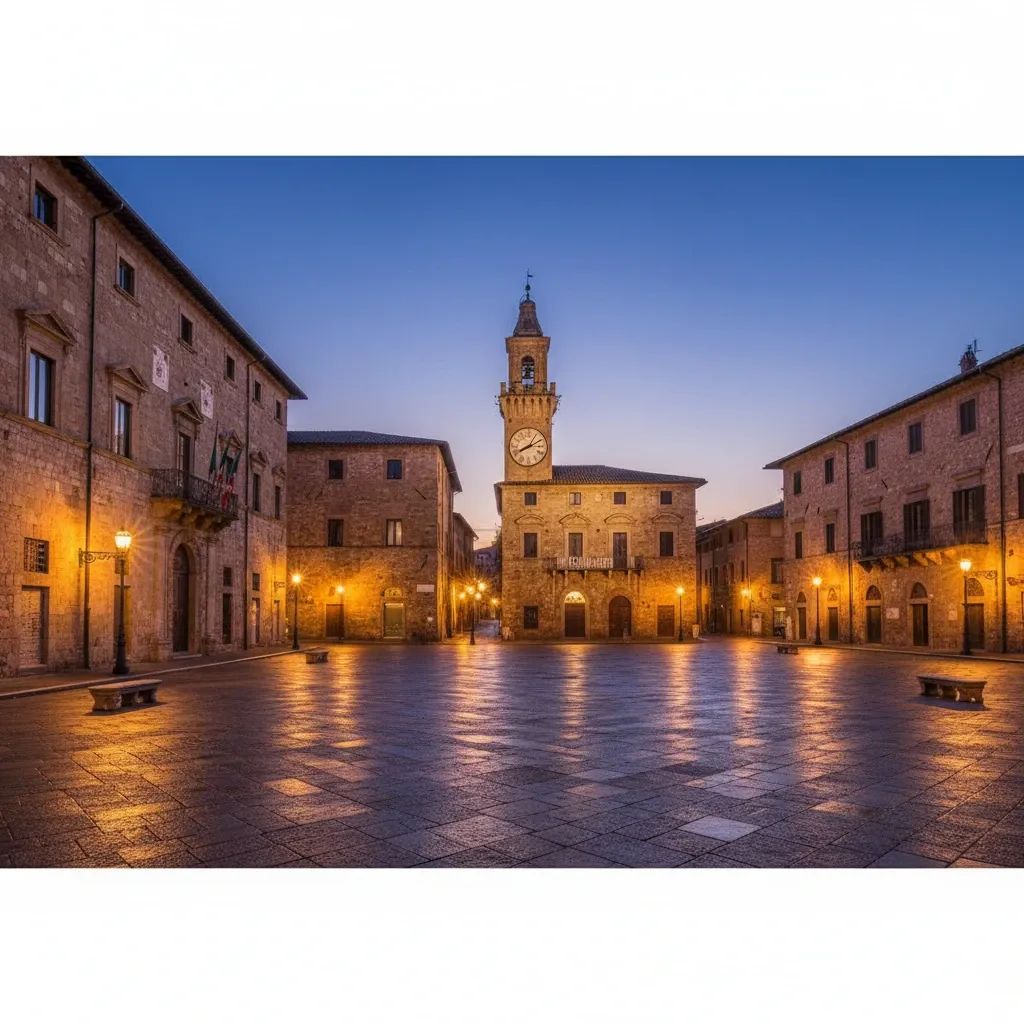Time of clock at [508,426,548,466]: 8:10
